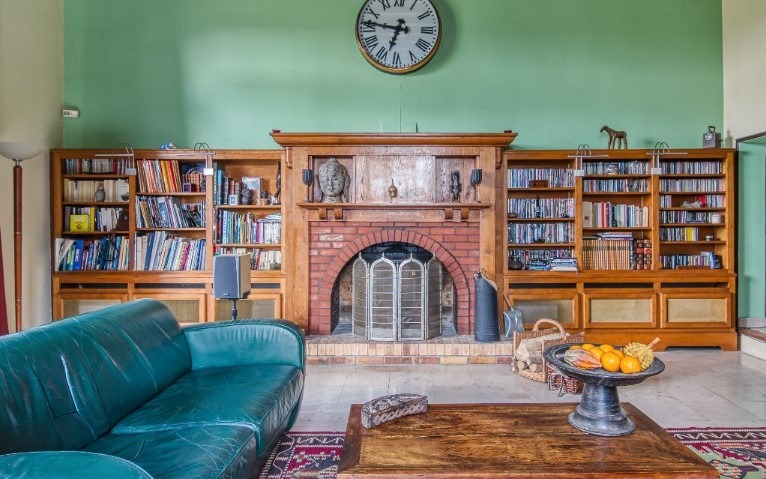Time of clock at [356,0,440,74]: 6:46
